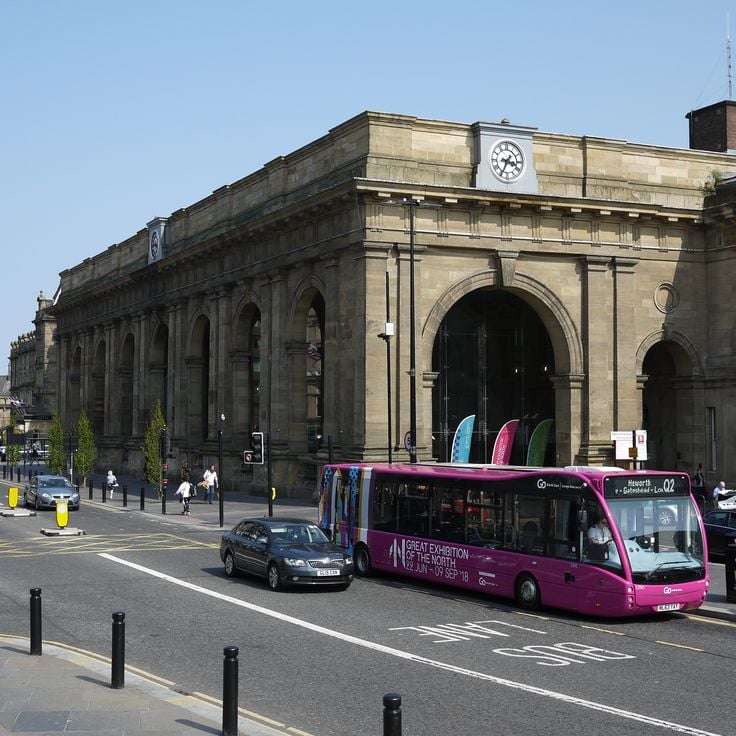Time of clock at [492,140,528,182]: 3:34
